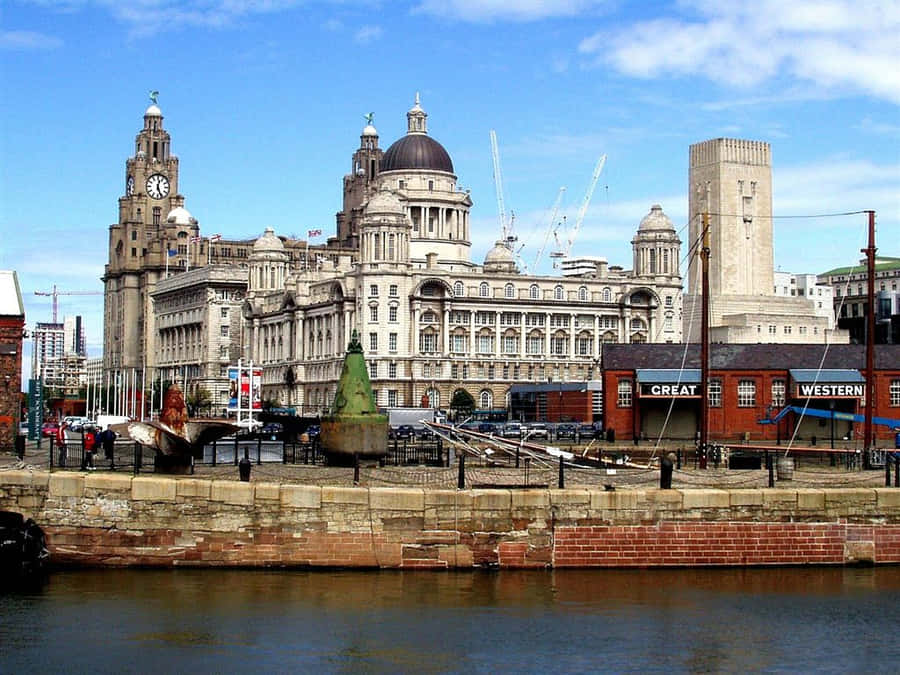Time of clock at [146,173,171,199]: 12:26
